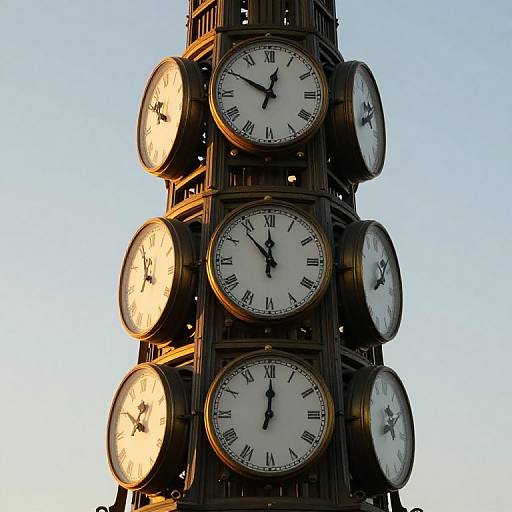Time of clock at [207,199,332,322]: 11:53
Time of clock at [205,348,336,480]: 12:00
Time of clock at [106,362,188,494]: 12:50
